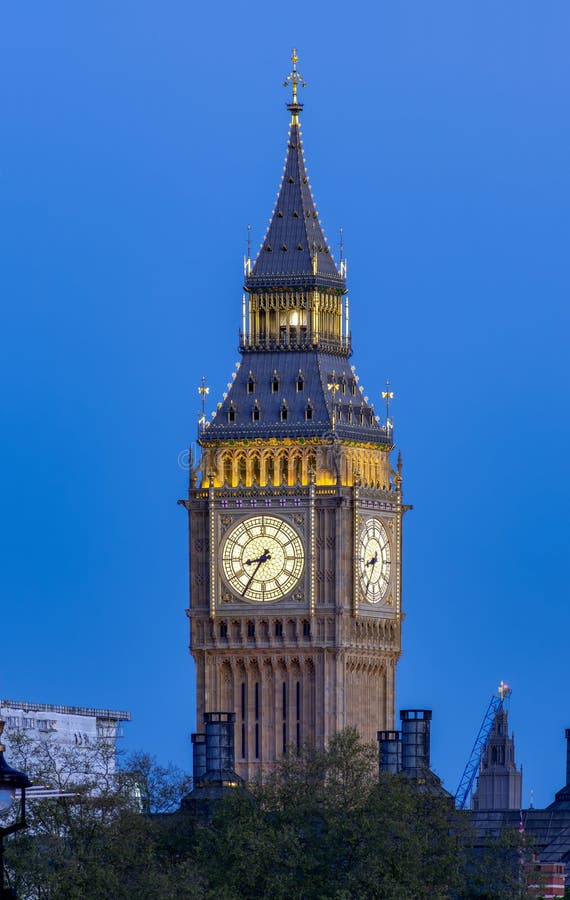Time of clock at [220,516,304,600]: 8:35
